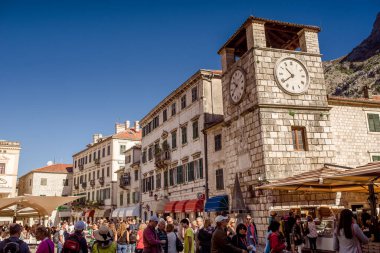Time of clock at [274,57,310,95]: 10:38
